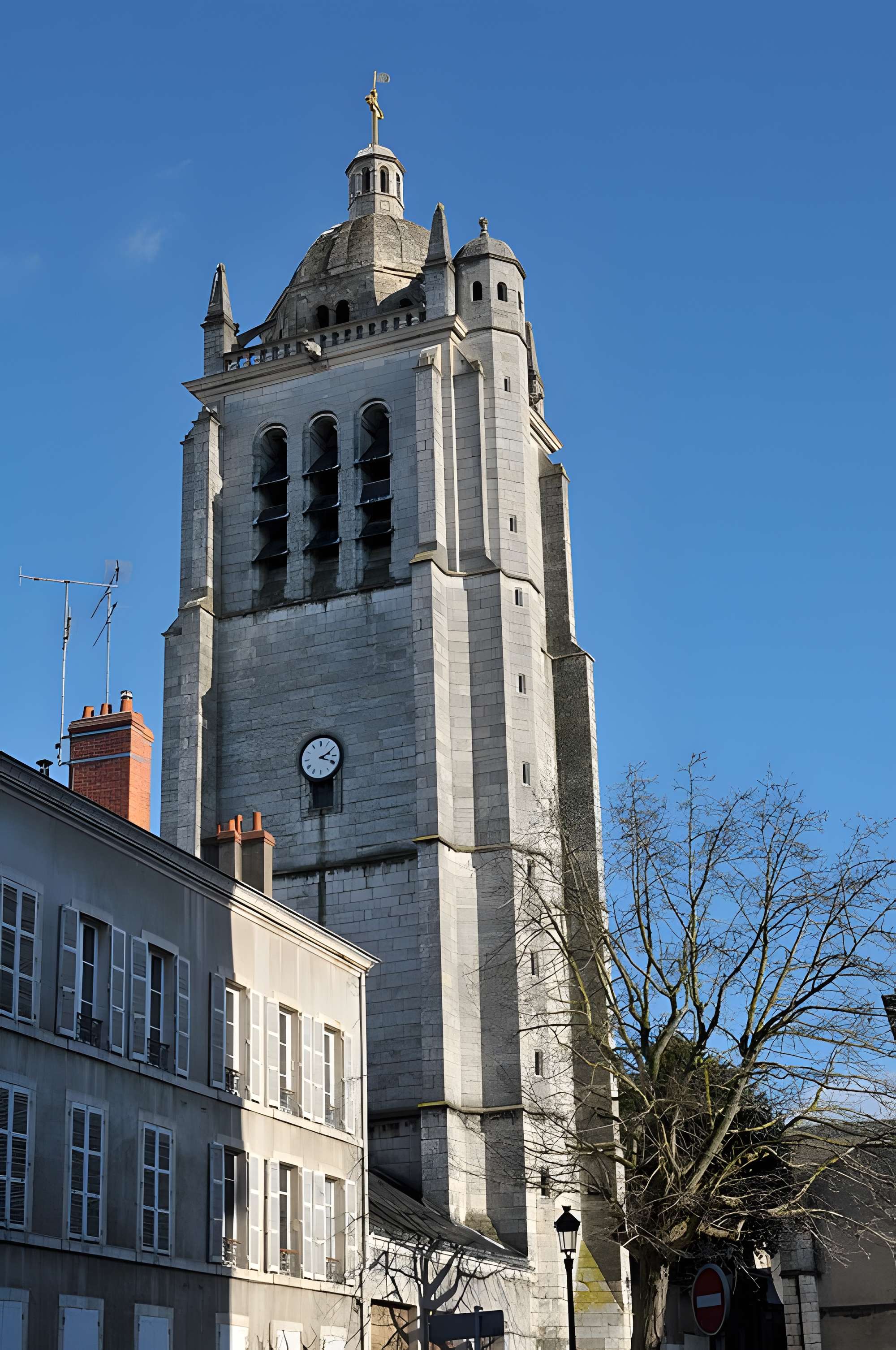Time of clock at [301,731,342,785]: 2:18
